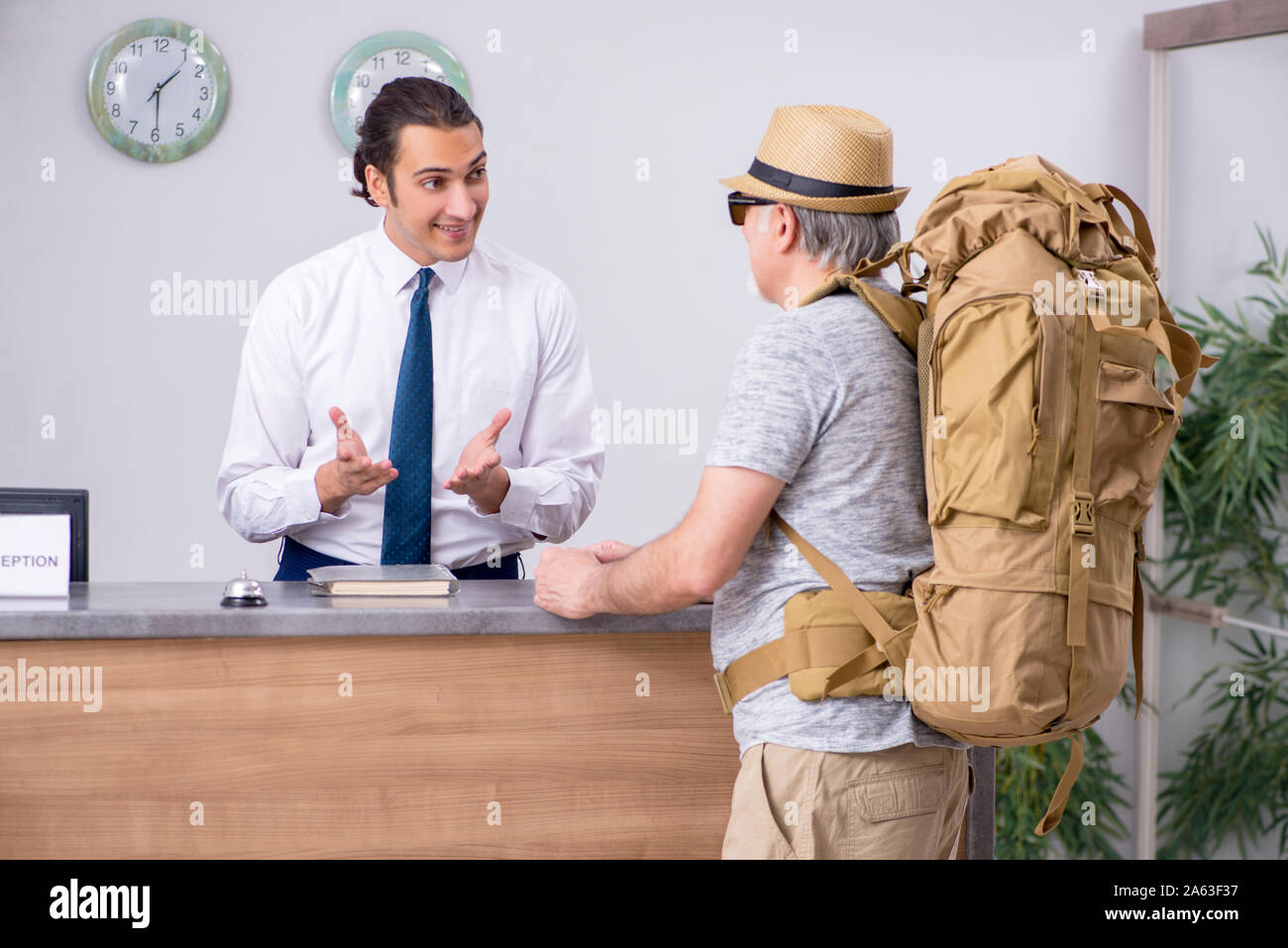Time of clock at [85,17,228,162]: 1:29
